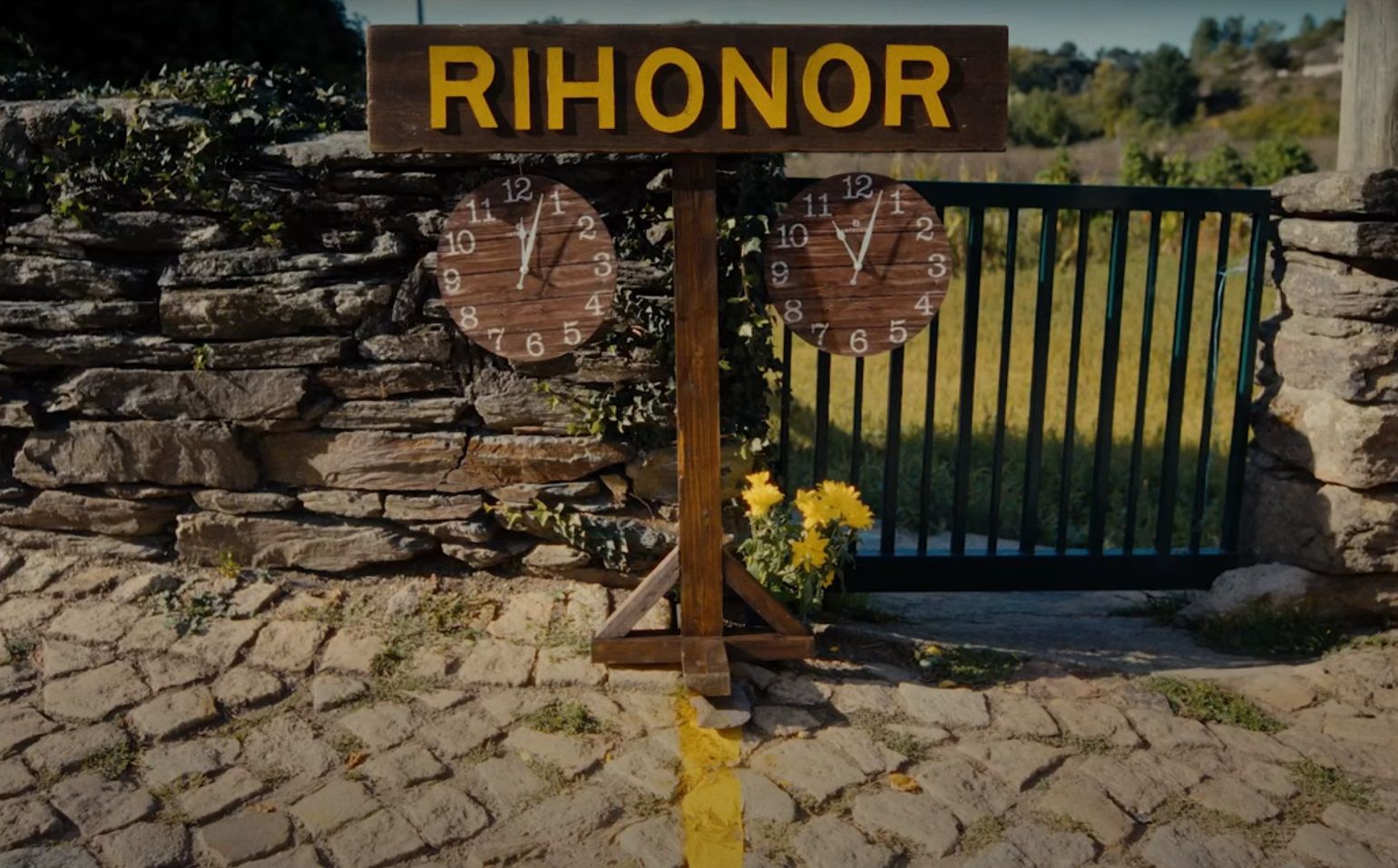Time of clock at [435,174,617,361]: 12:03
